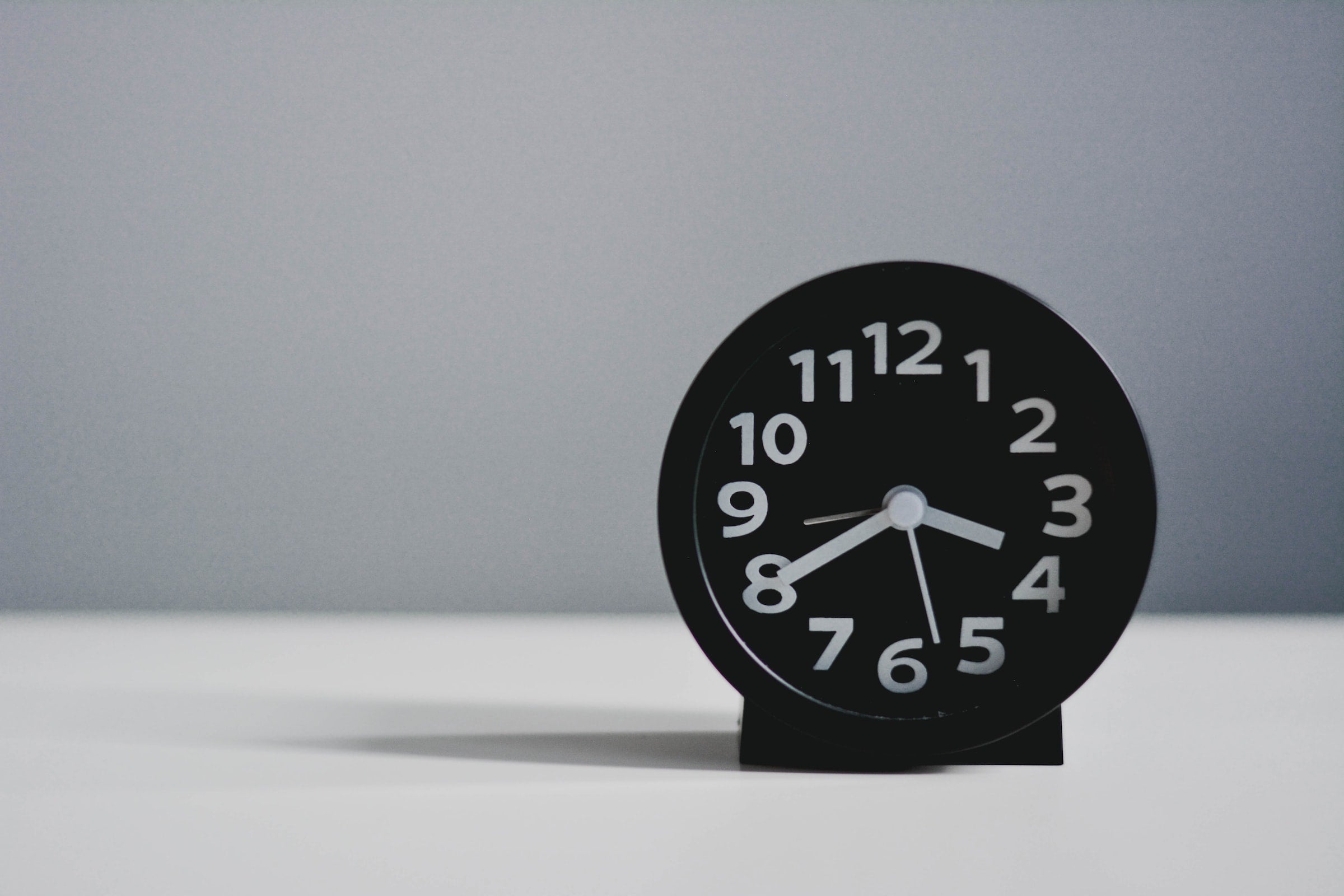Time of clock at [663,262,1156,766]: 3:39
